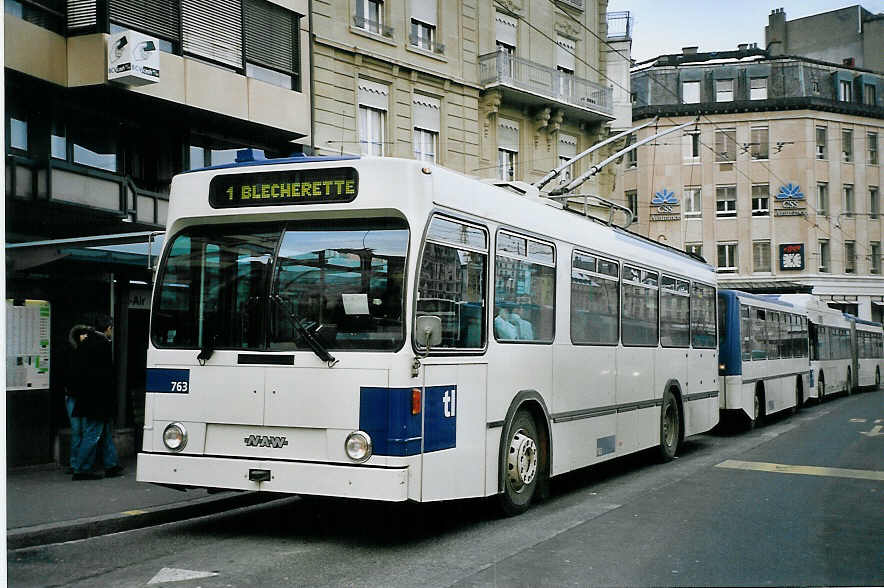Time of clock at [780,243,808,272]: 5:04
